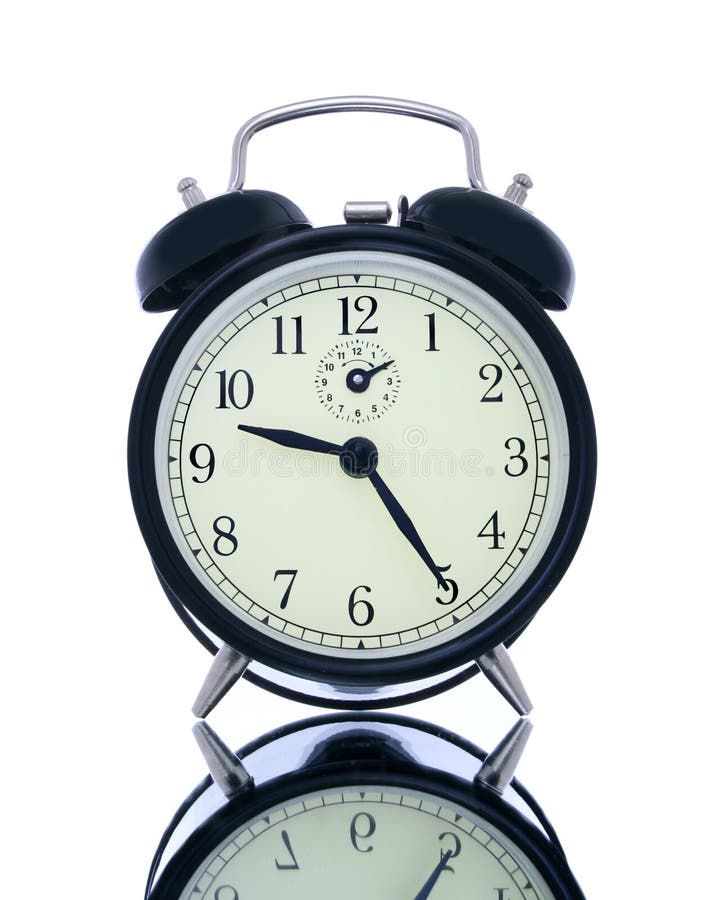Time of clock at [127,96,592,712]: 9:24
